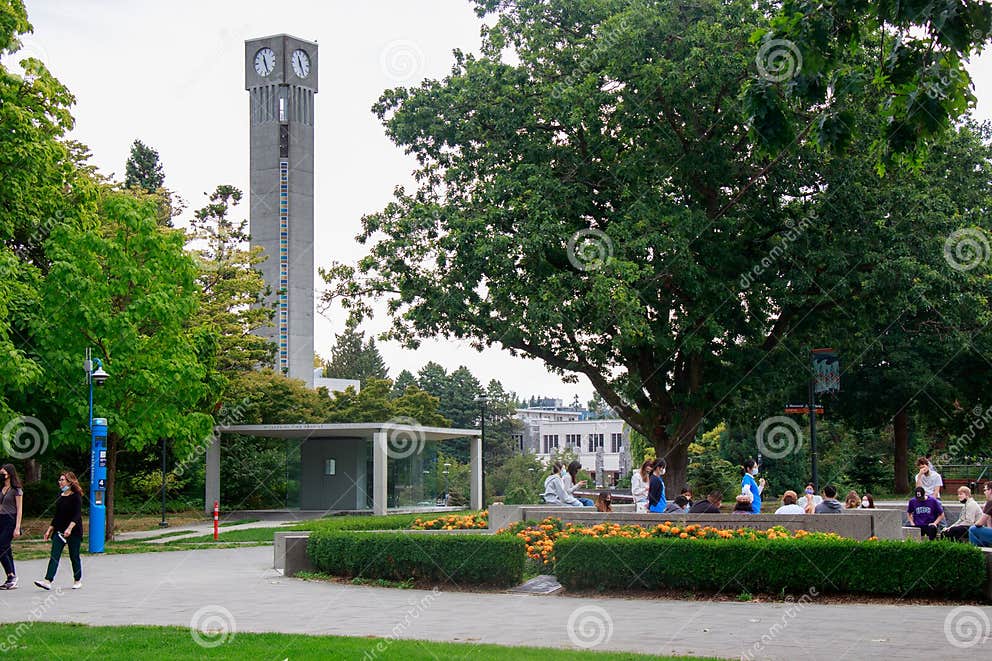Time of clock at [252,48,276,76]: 11:26
